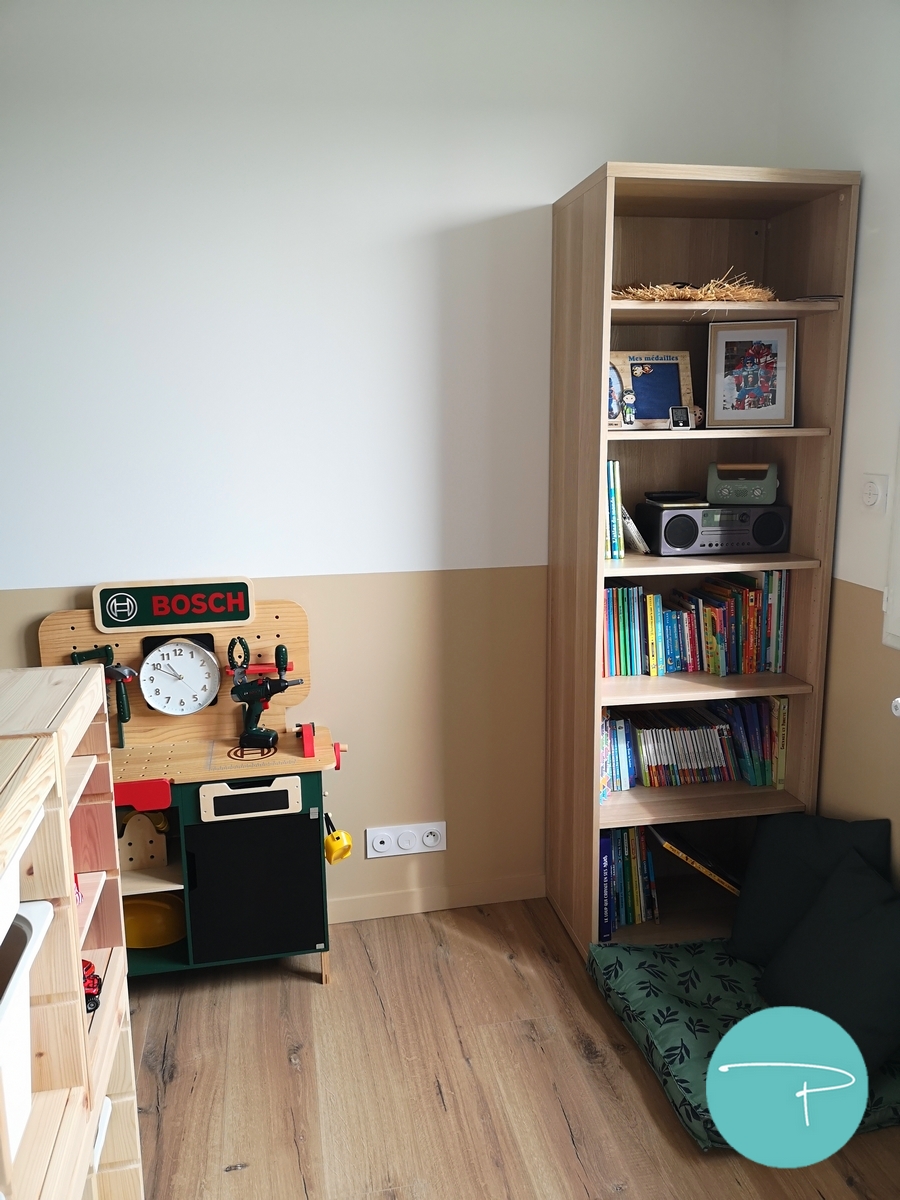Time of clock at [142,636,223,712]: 10:49
